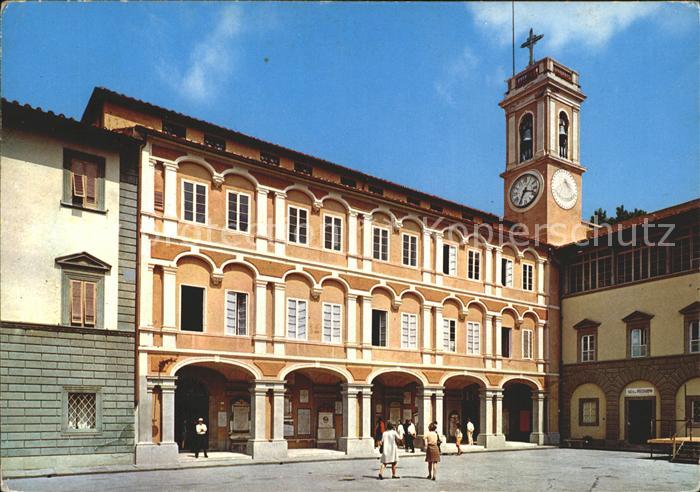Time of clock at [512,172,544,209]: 3:34
